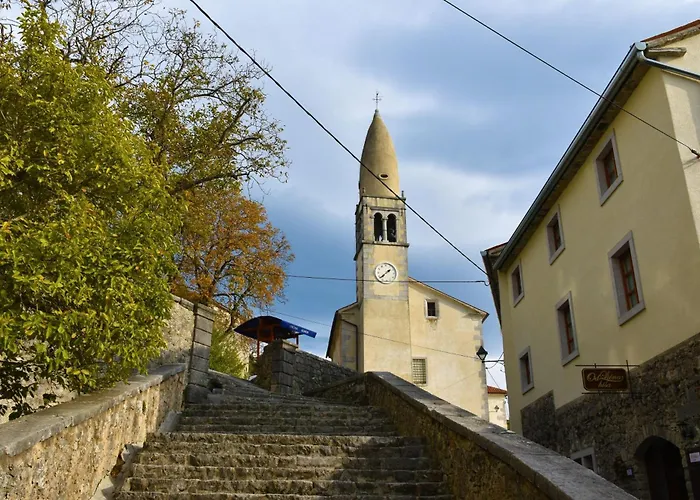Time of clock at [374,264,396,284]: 1:38
